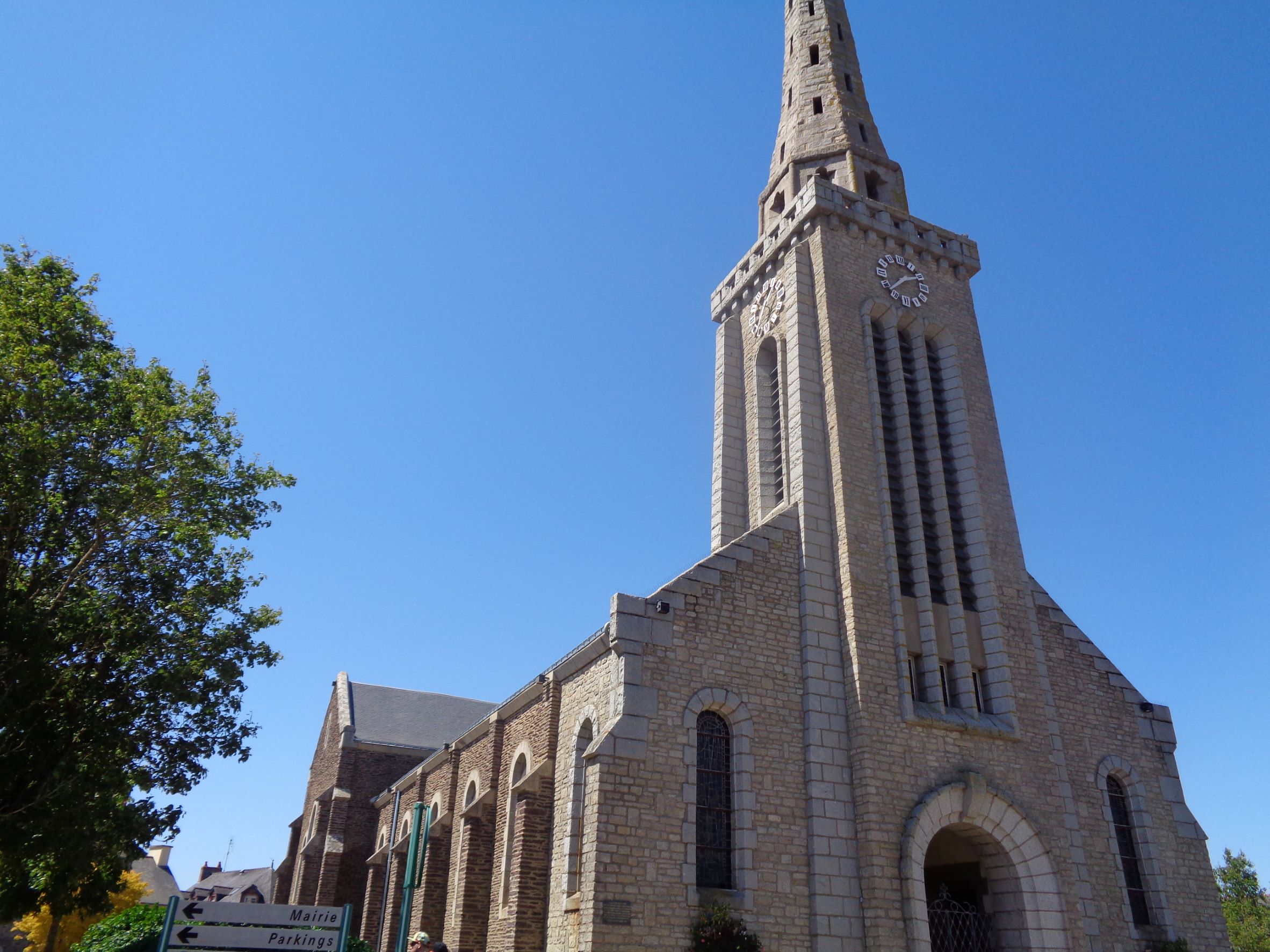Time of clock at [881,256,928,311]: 1:37
